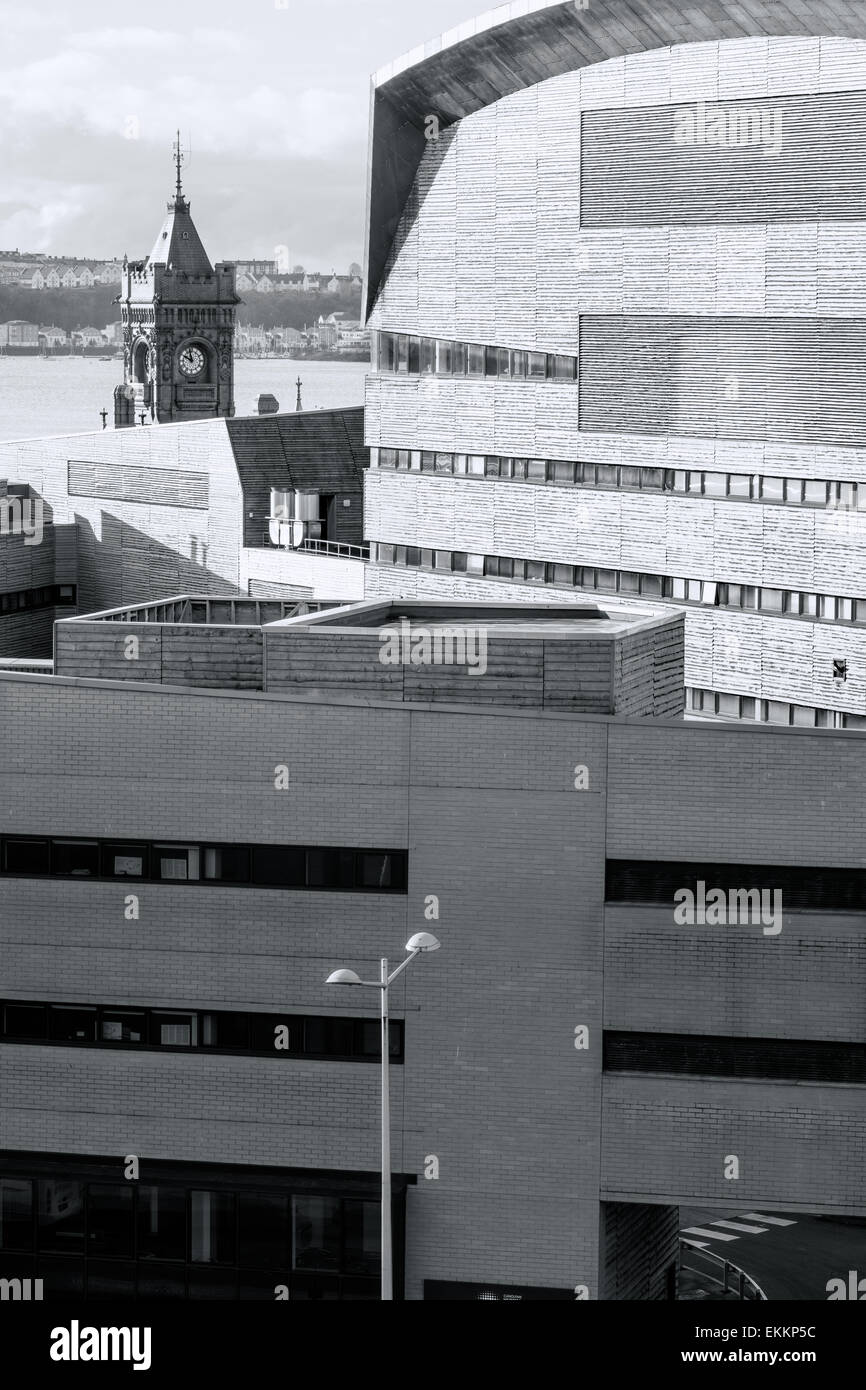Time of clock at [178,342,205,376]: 9:57
